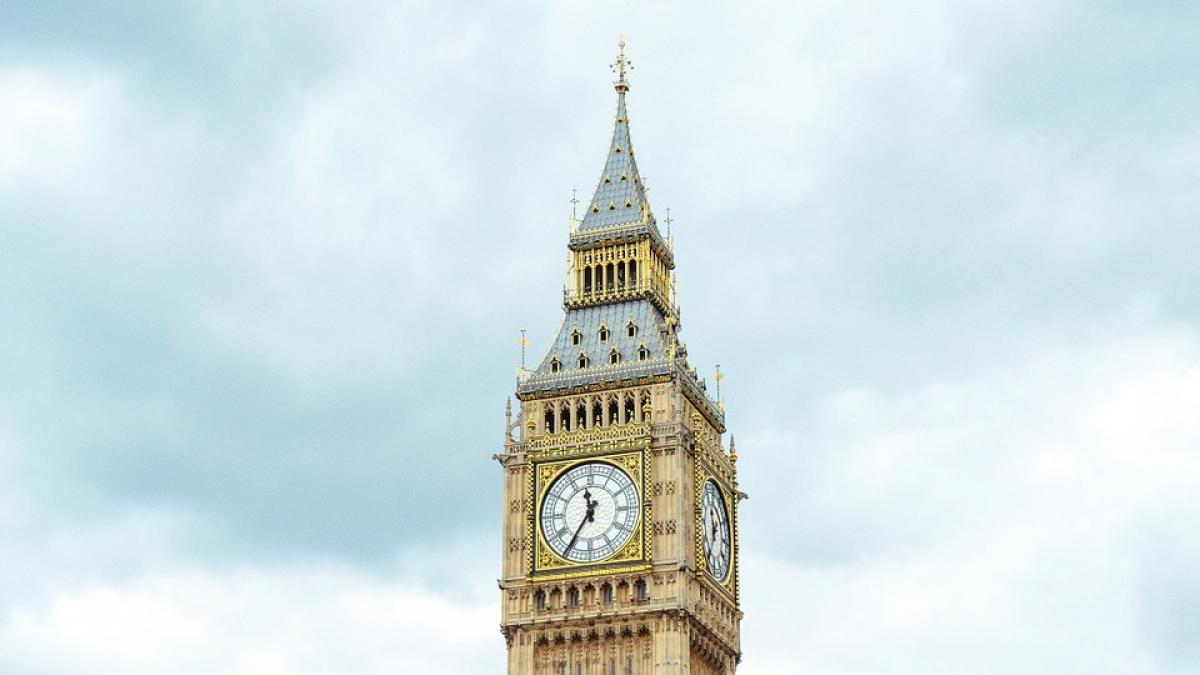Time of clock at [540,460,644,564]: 11:35
